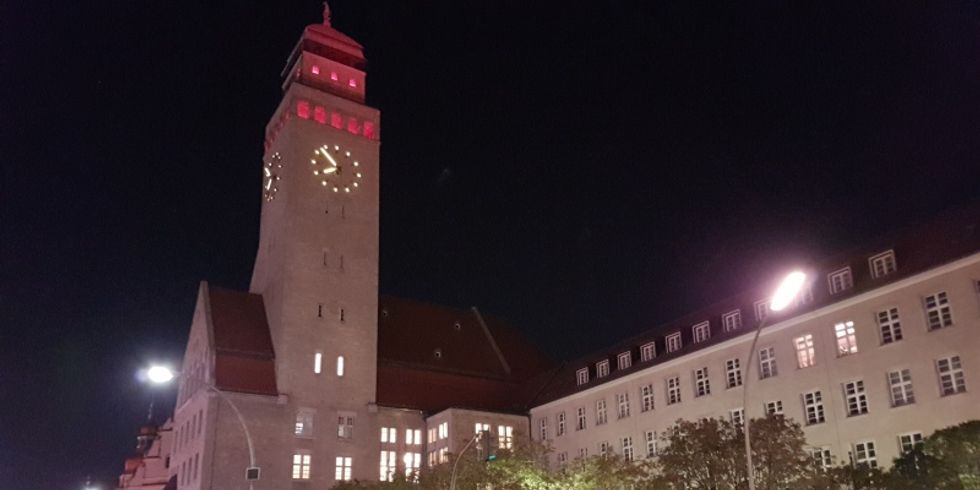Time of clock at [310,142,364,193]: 7:52
